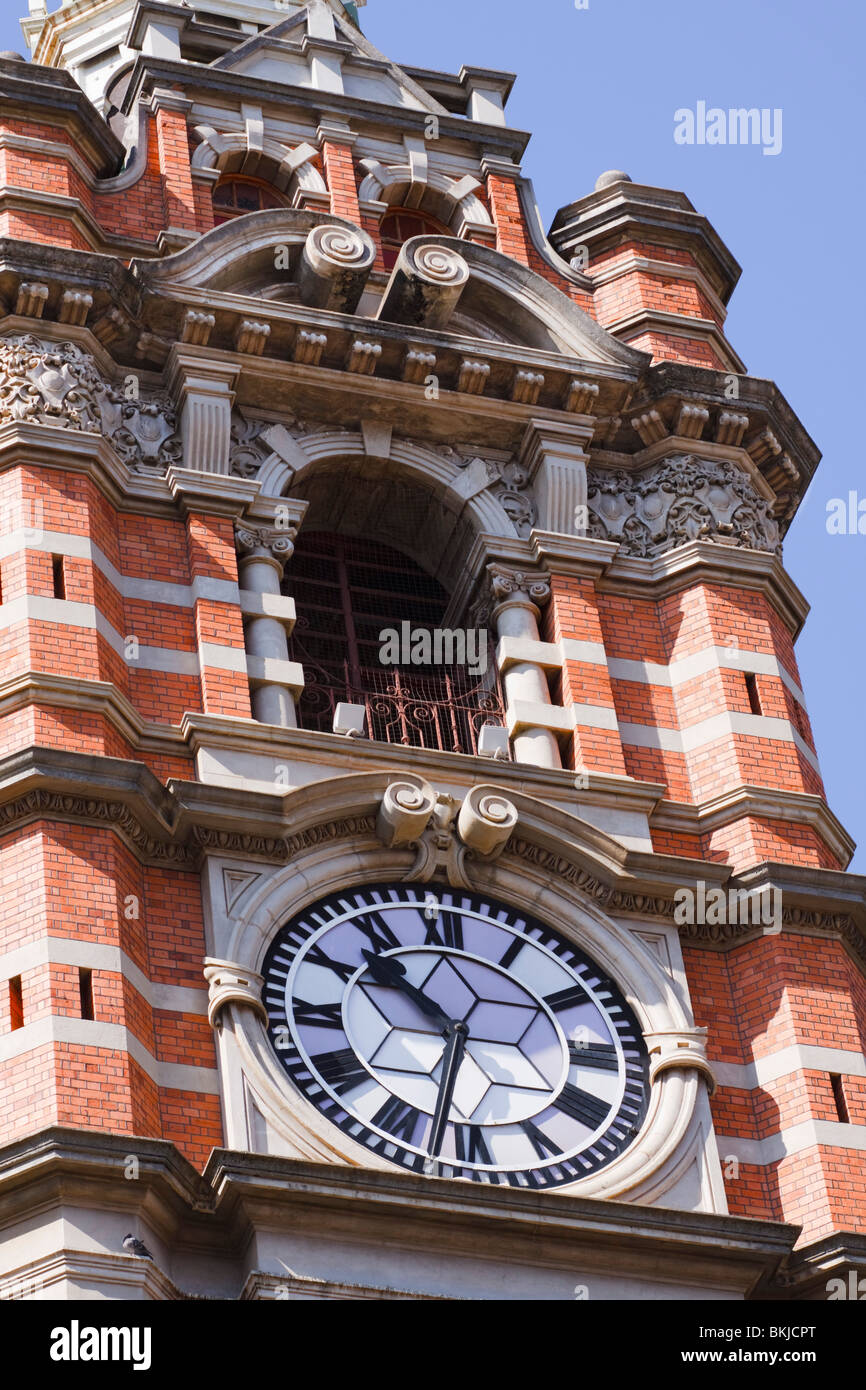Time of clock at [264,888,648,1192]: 10:32
